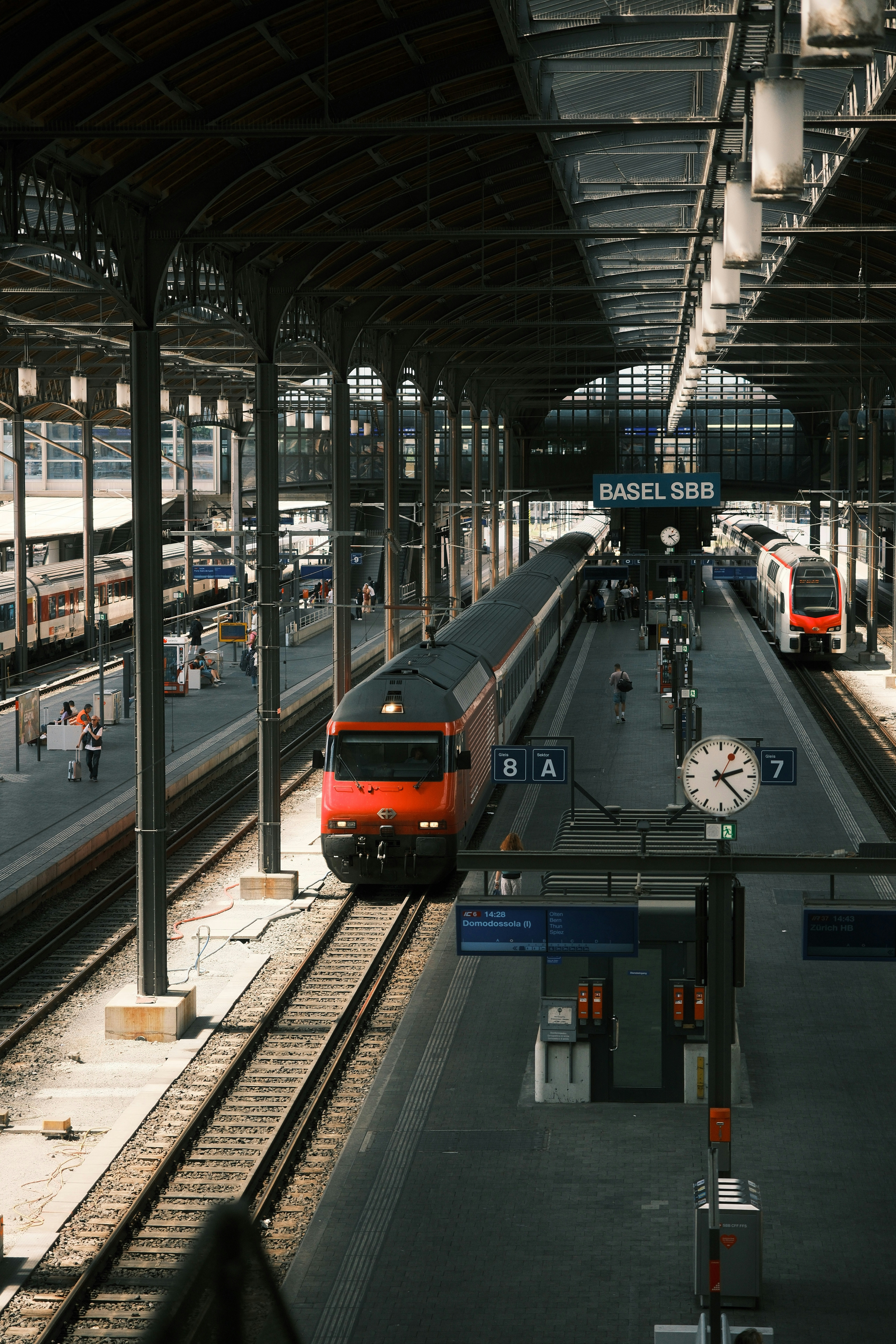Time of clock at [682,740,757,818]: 2:23
